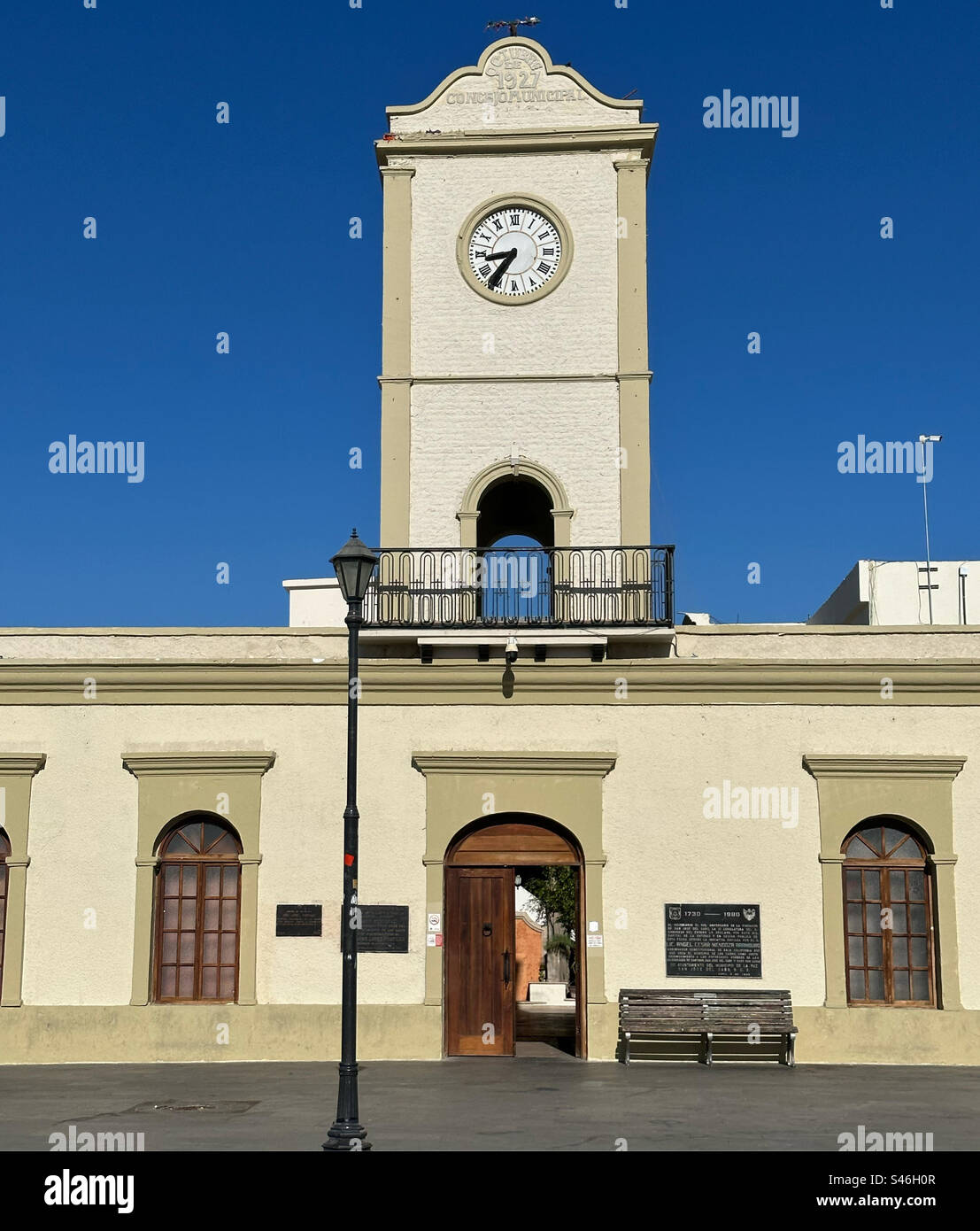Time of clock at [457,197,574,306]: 8:35
